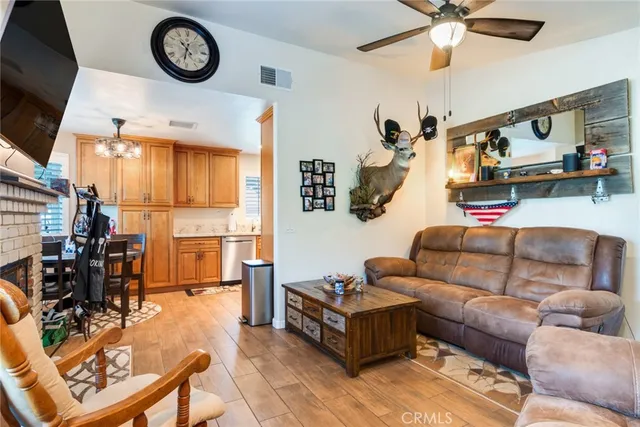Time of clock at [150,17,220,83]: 10:31
